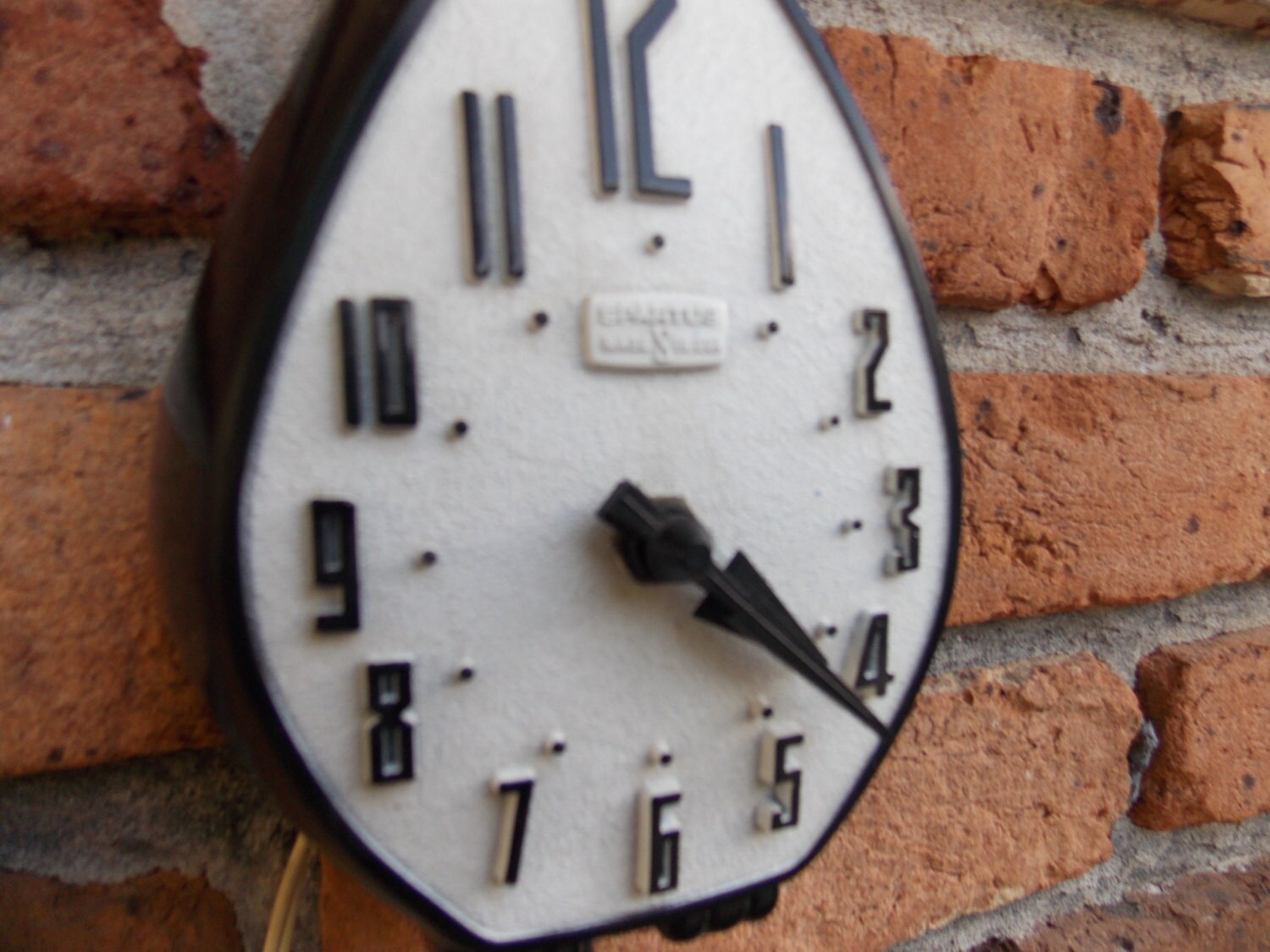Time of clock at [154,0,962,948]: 4:21
